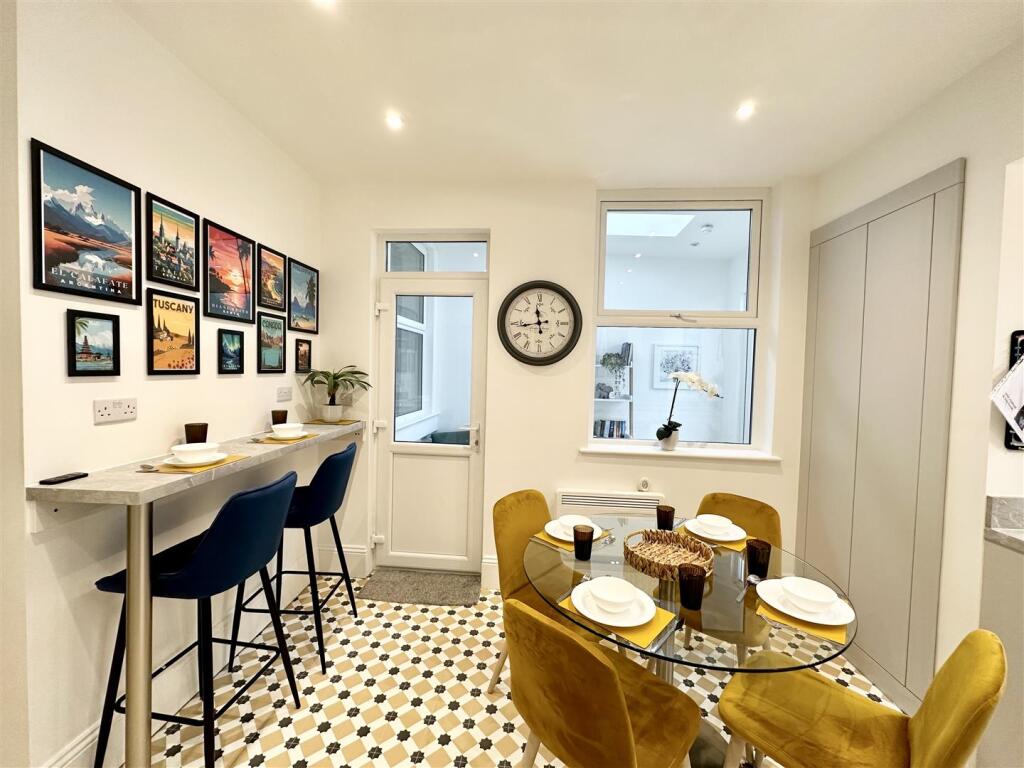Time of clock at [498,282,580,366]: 11:43
